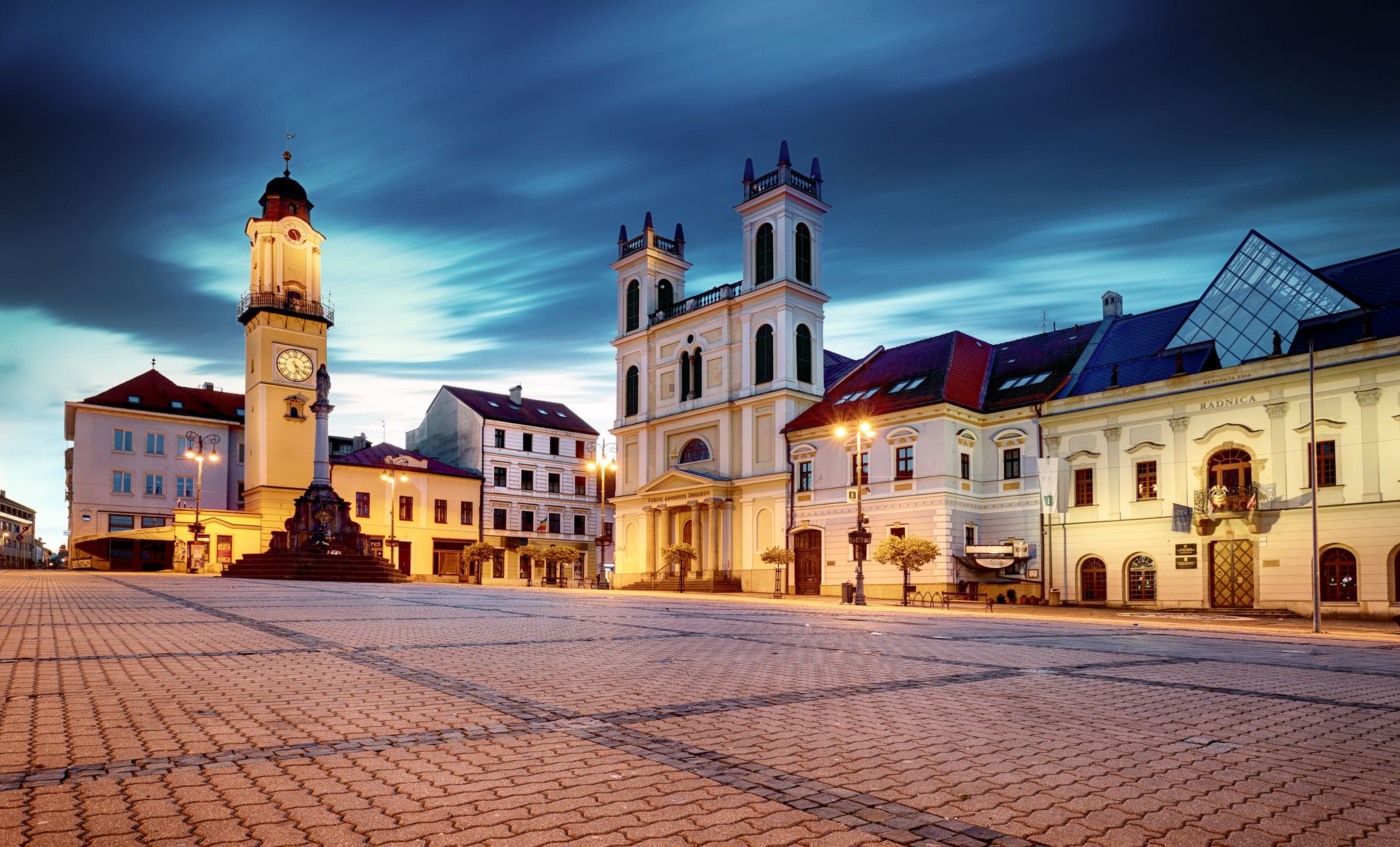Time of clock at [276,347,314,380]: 5:21
